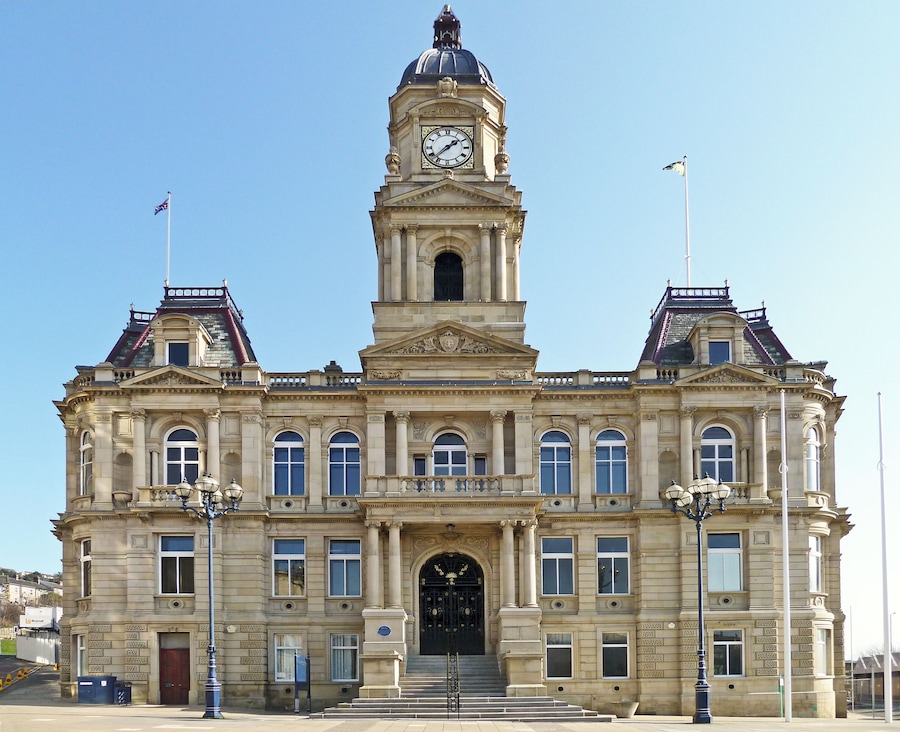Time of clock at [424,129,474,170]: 1:37
